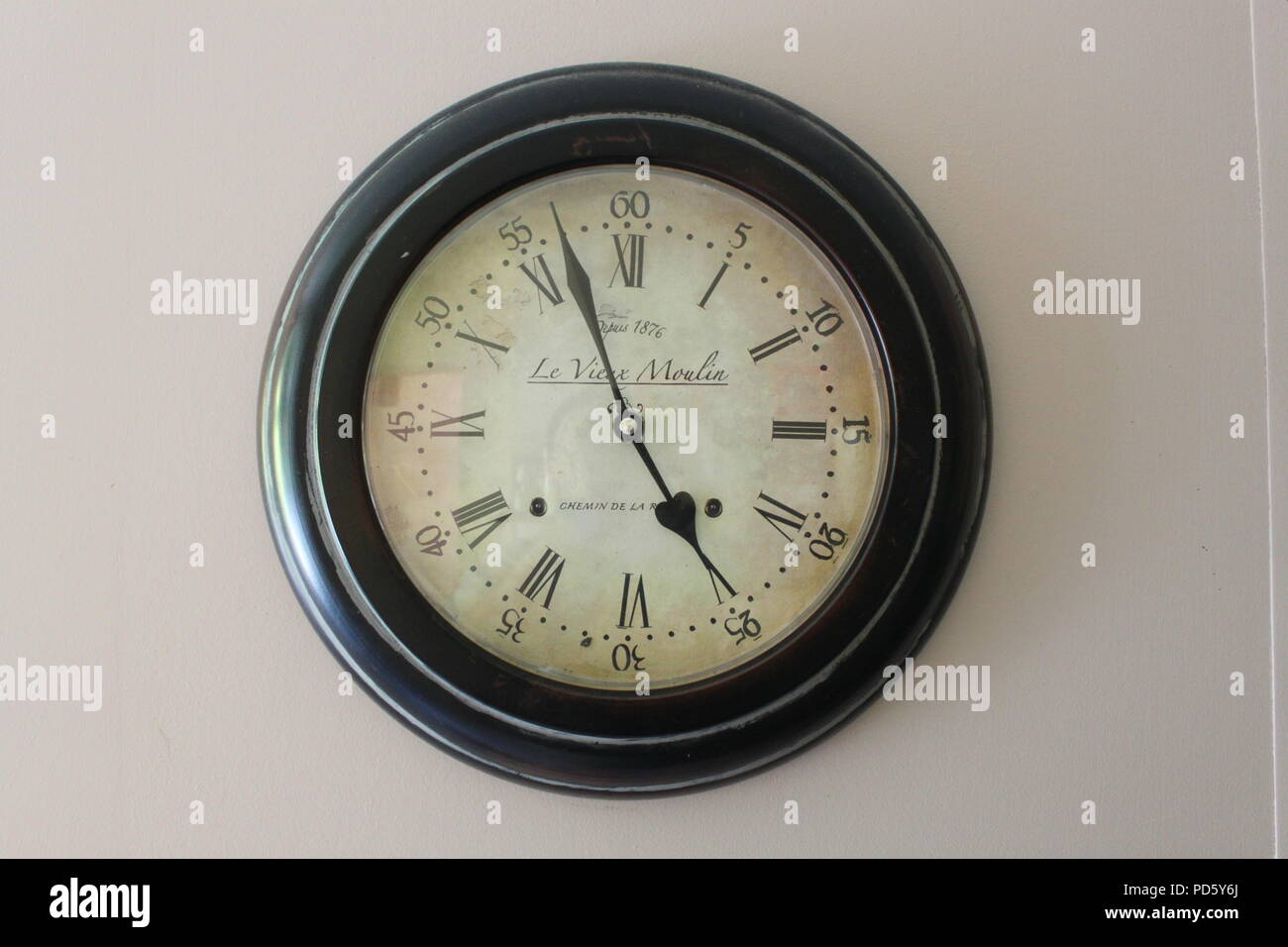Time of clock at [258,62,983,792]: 4:56
